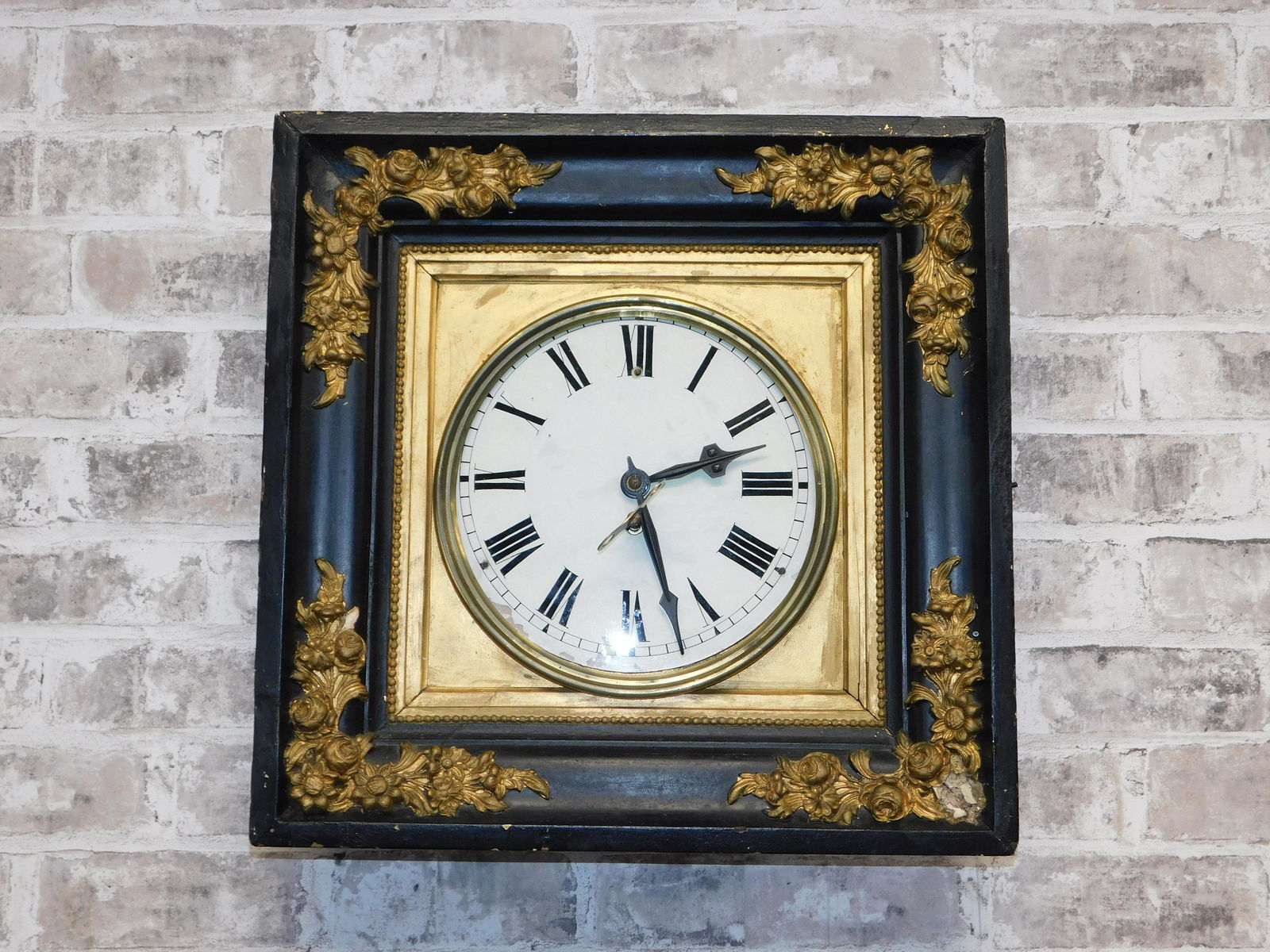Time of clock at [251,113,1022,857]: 2:27
